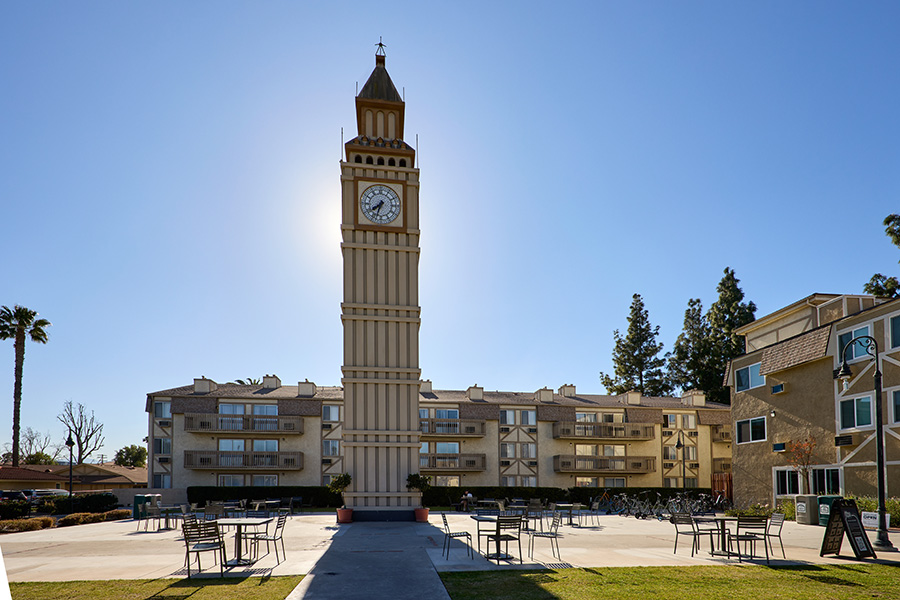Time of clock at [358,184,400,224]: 7:32
